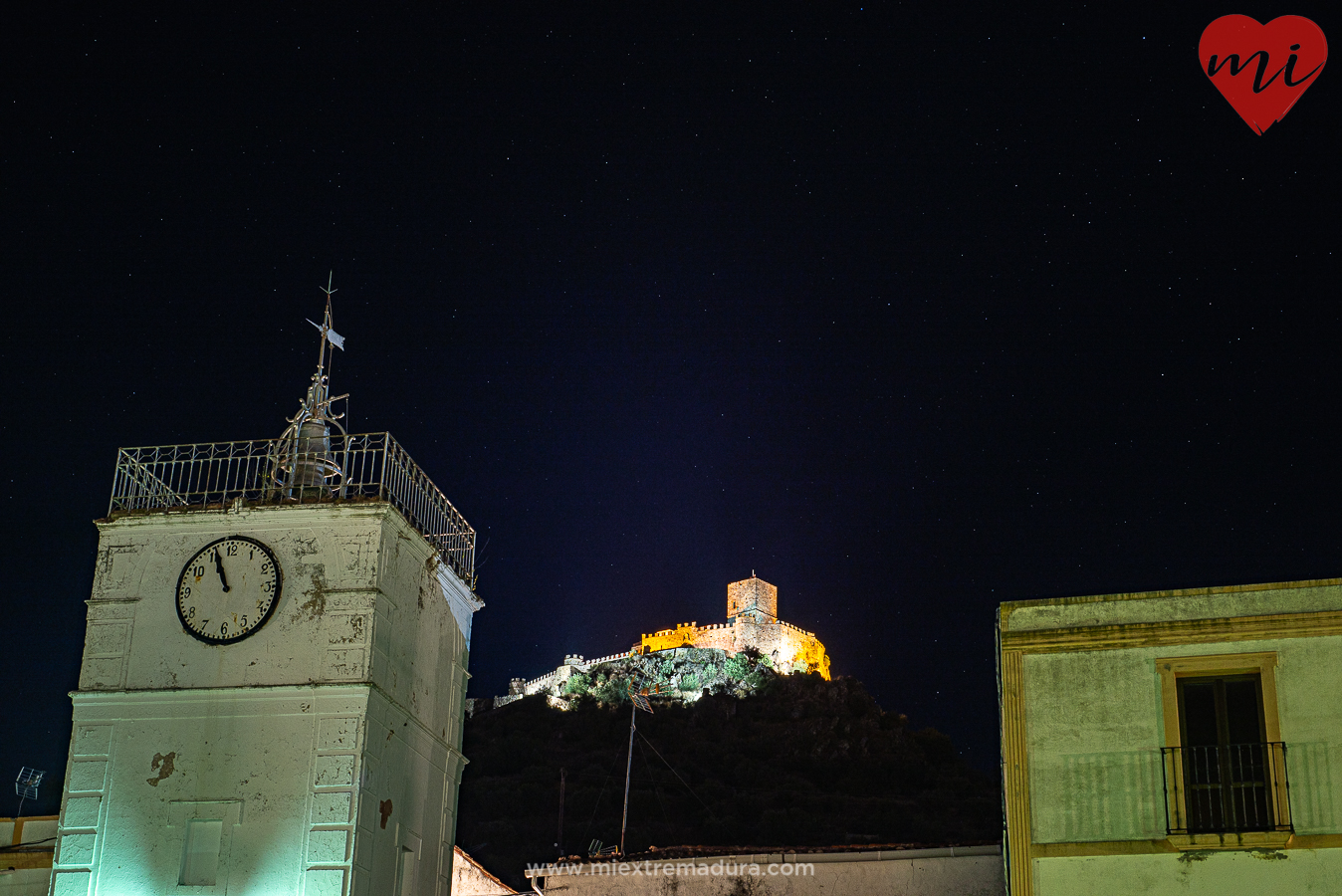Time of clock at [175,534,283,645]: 10:56
